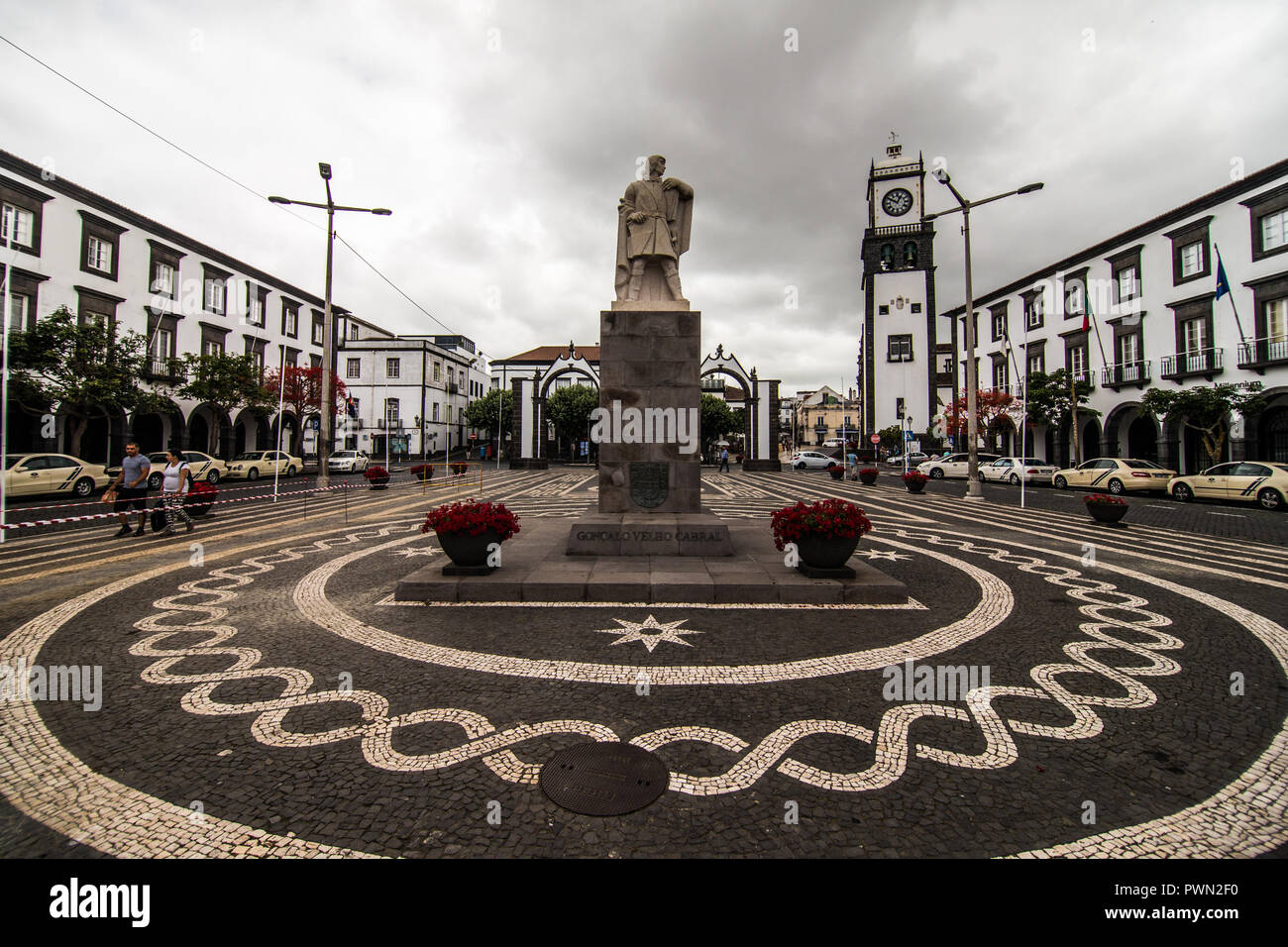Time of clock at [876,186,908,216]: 12:49
